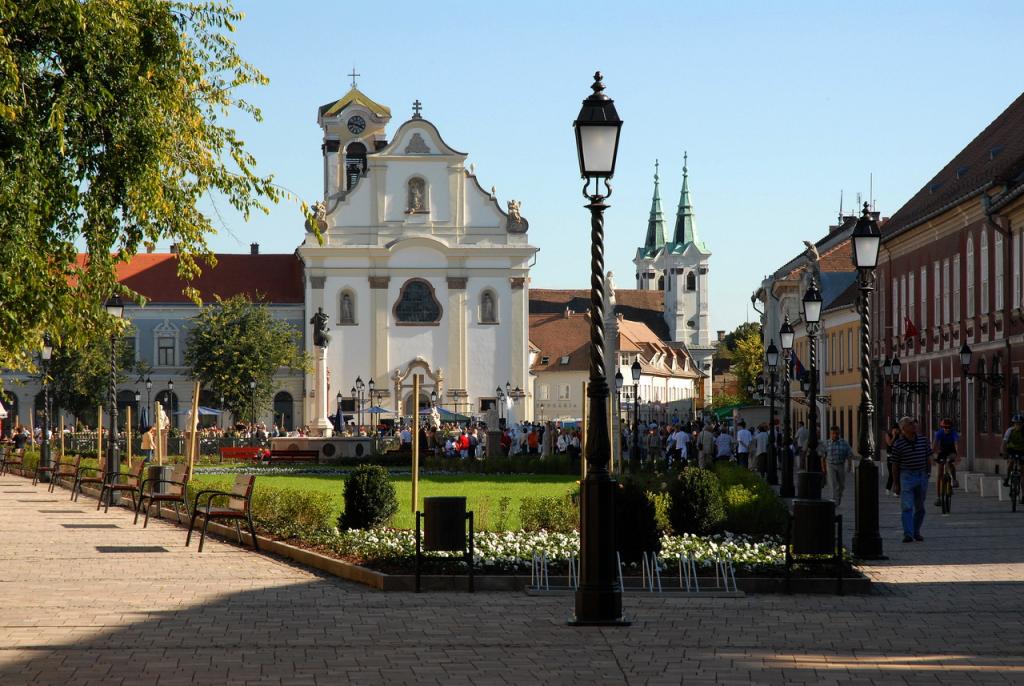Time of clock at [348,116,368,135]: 3:47
